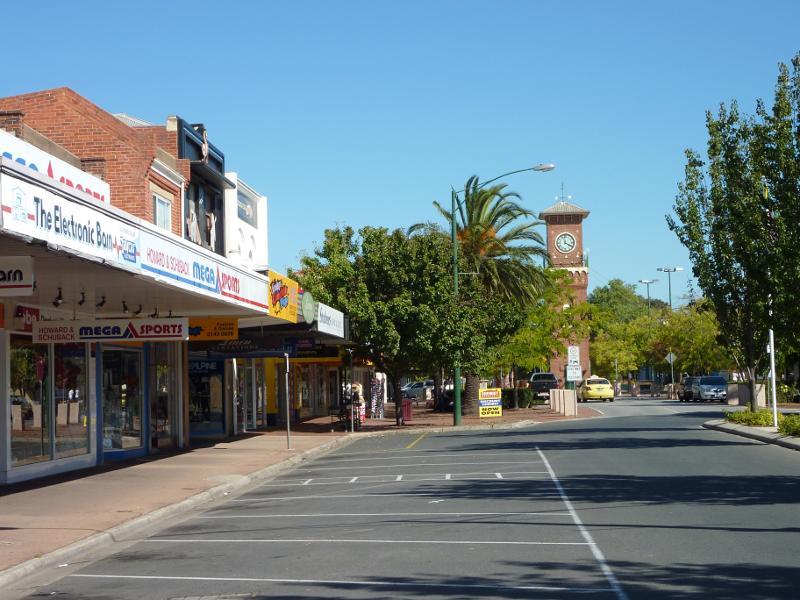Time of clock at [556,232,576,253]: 3:58
